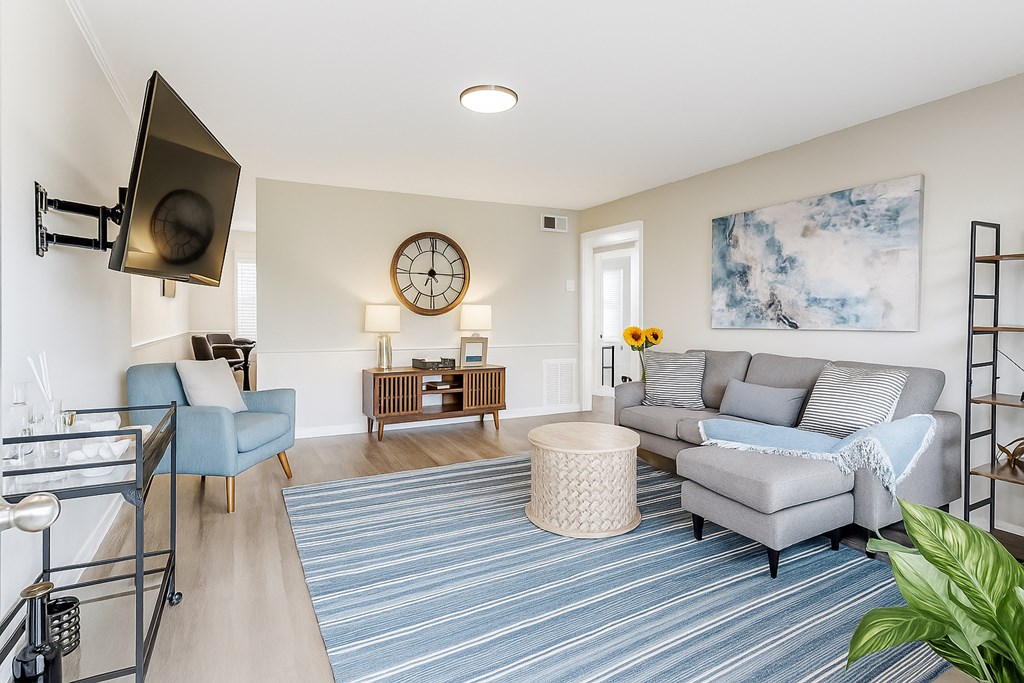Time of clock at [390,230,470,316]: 2:59
